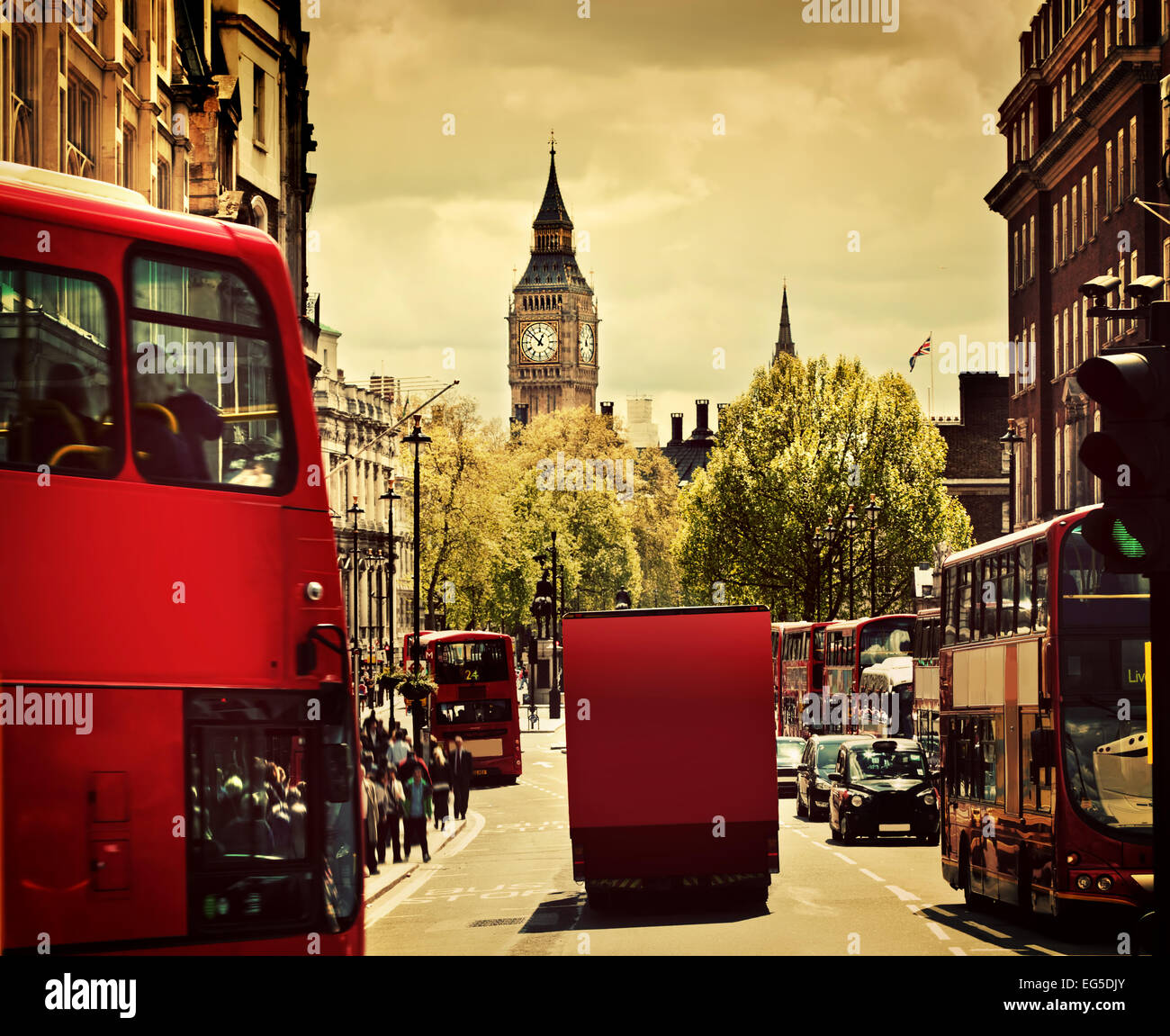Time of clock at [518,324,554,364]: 12:52
